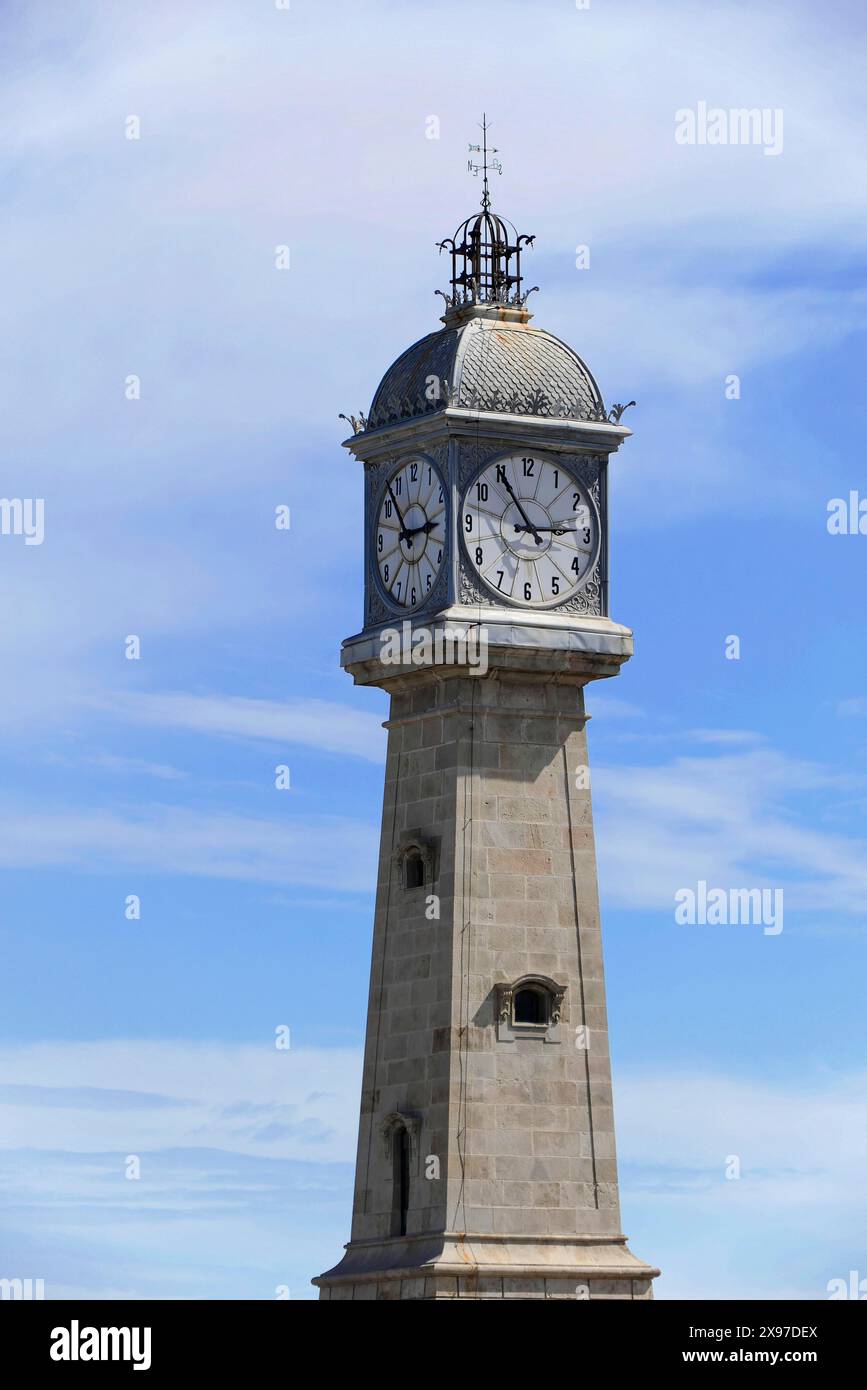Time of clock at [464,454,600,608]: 2:54
